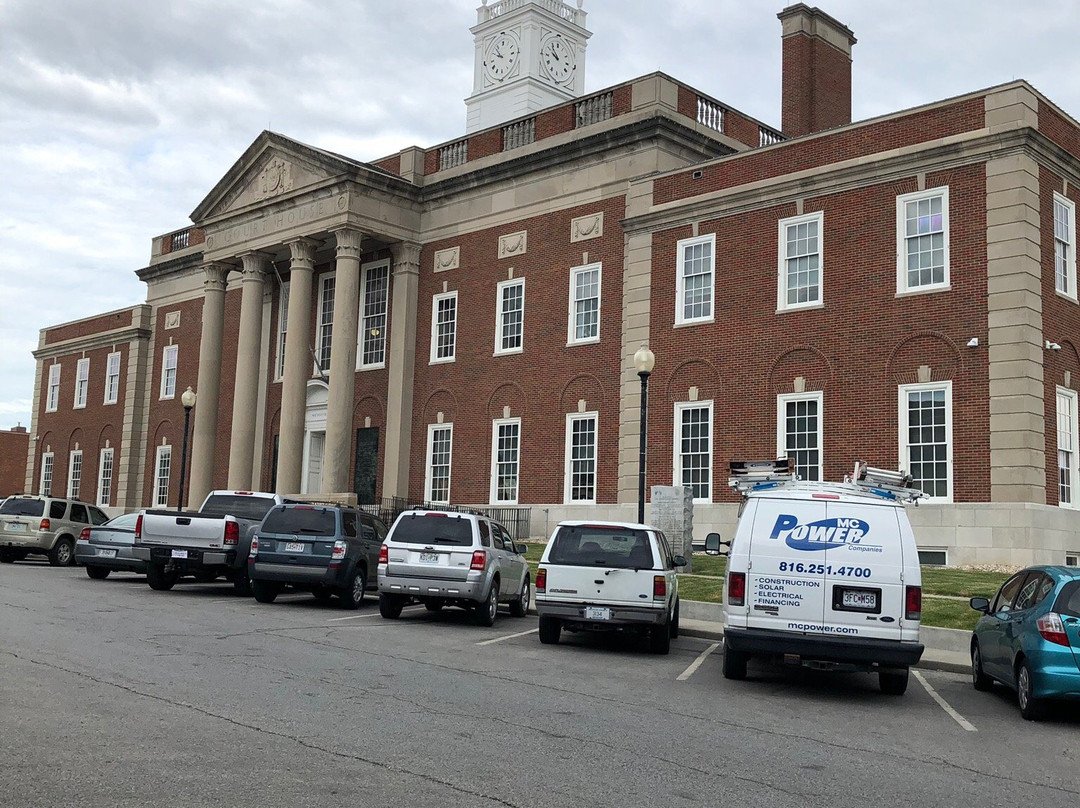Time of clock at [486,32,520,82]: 9:53
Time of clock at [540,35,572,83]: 9:53
